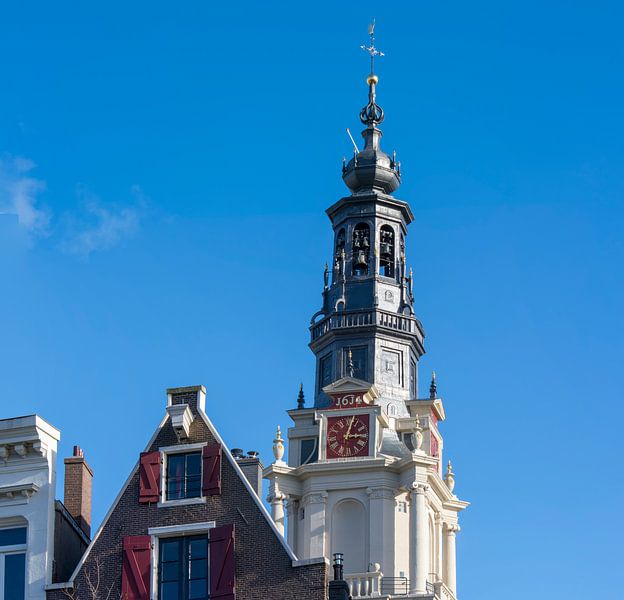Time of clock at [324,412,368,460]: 3:02
